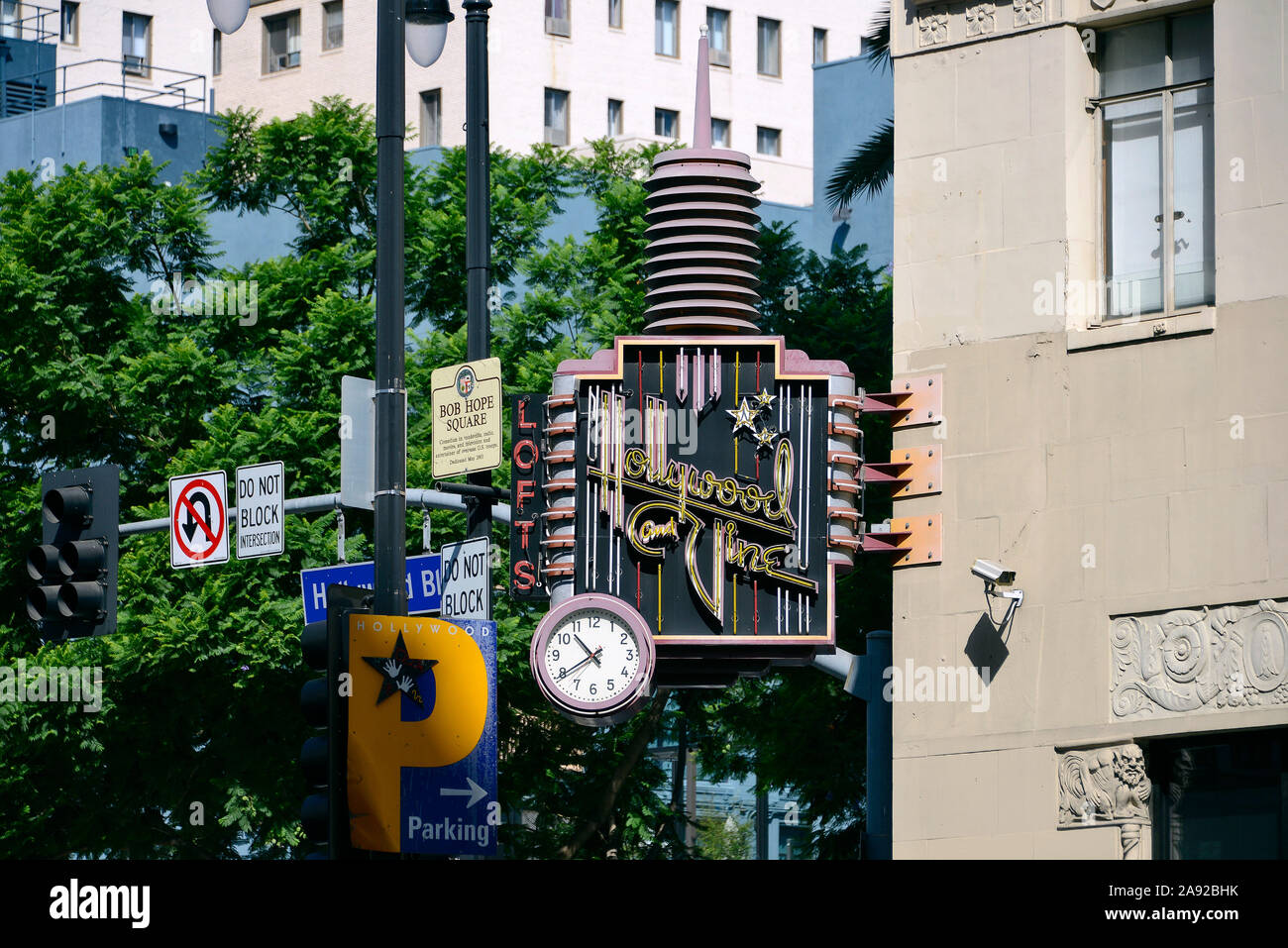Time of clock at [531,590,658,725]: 10:39
